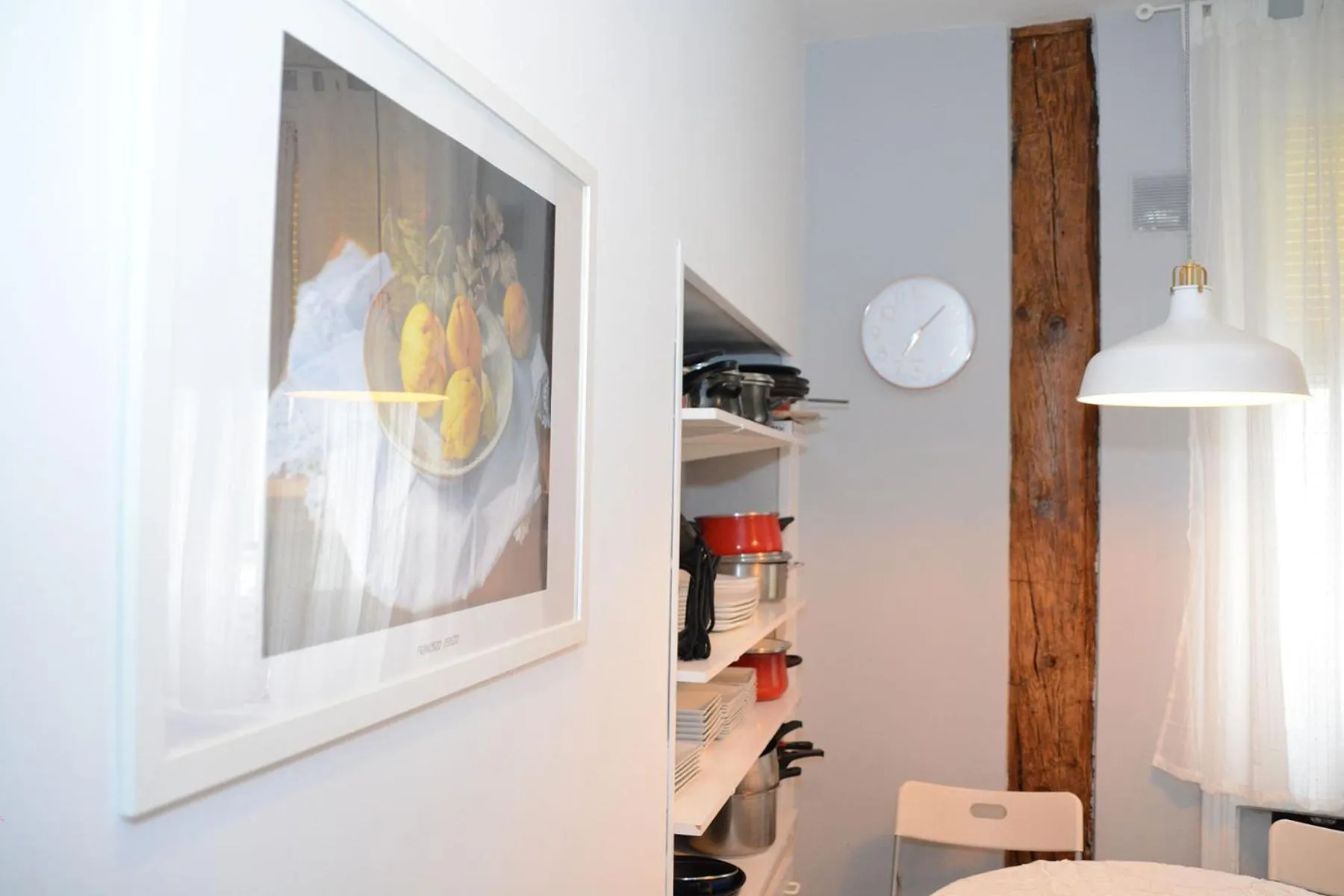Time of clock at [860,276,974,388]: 7:07
